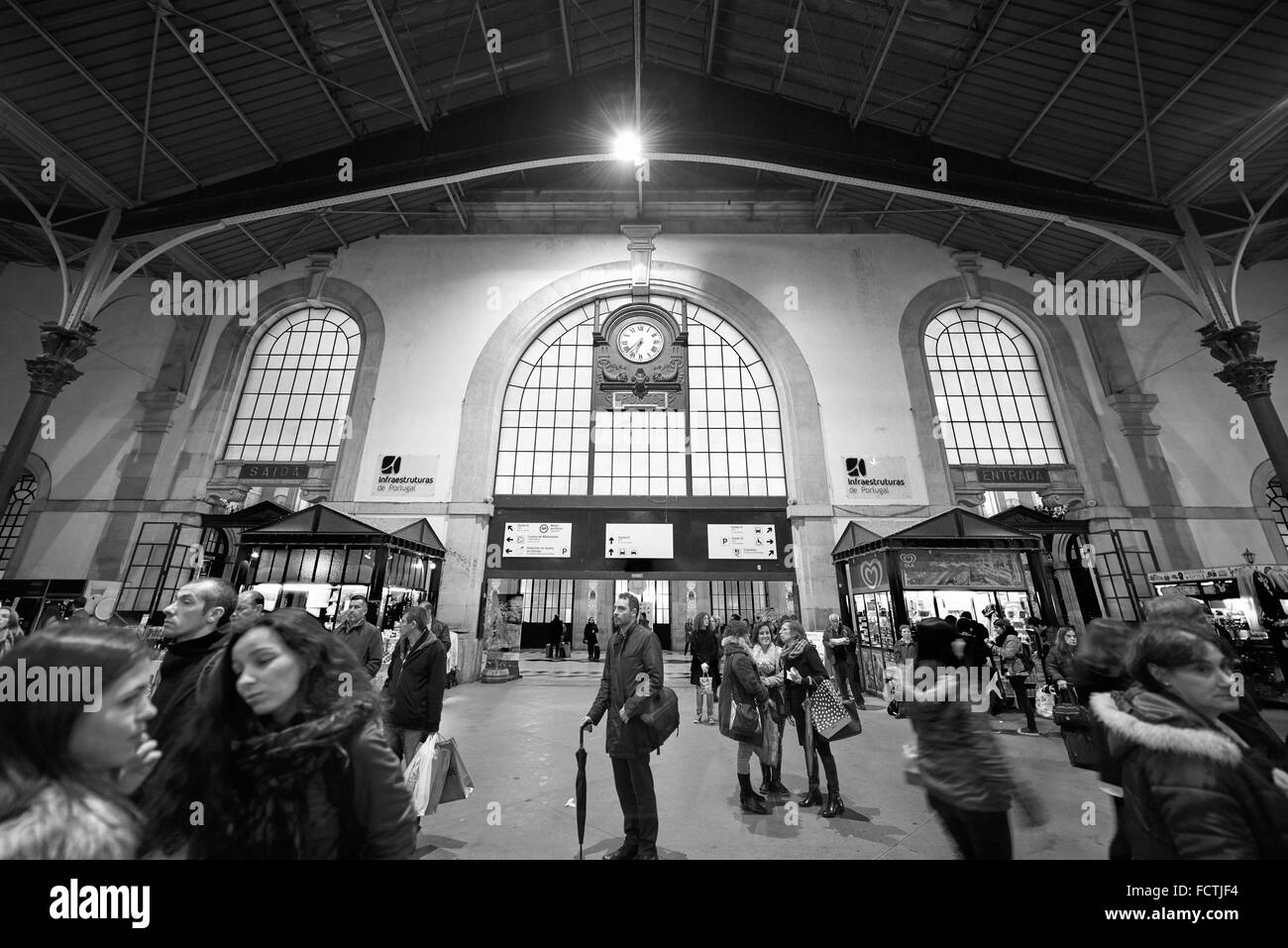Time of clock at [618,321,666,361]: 6:38
